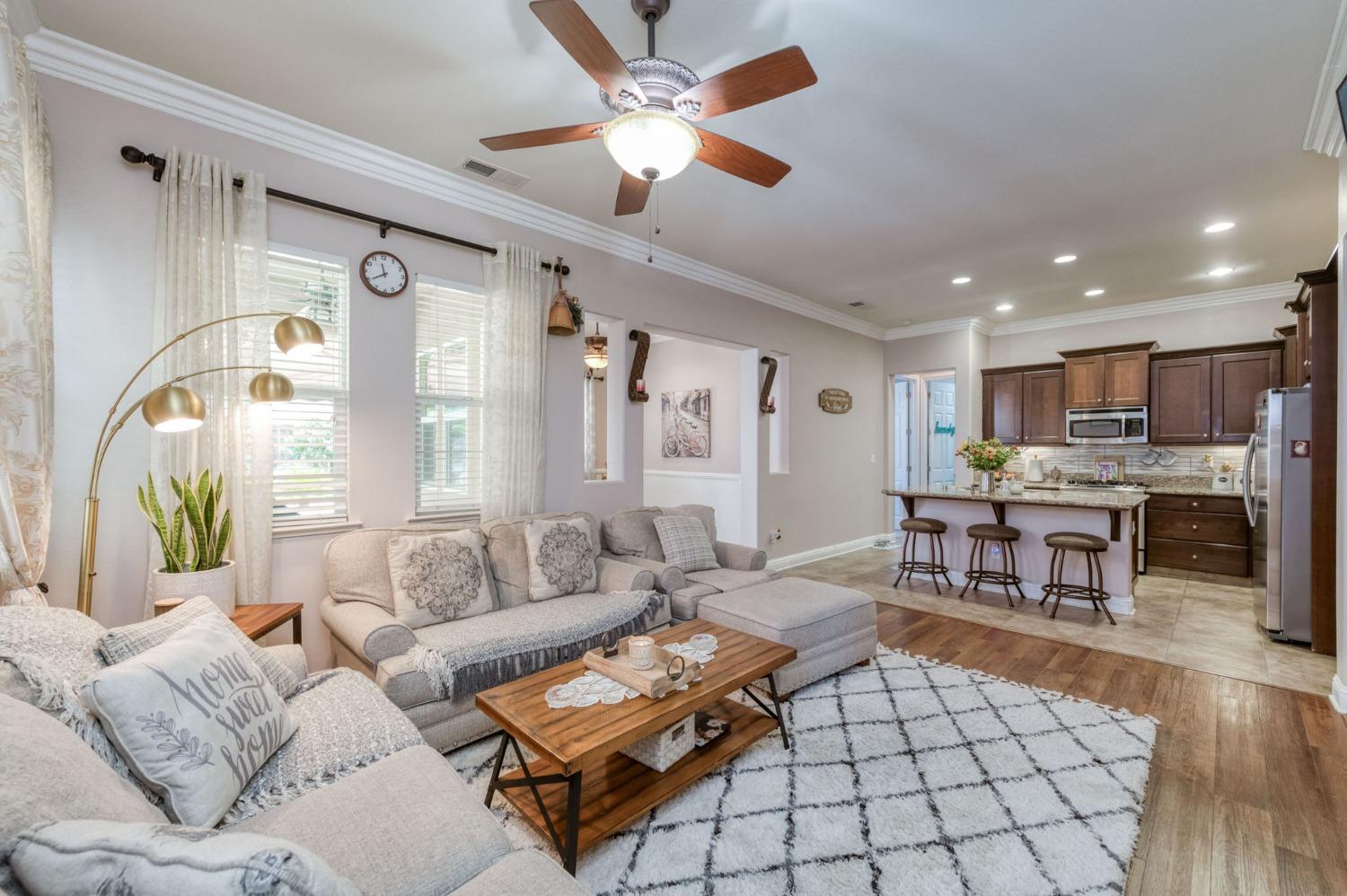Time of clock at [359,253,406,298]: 11:40
